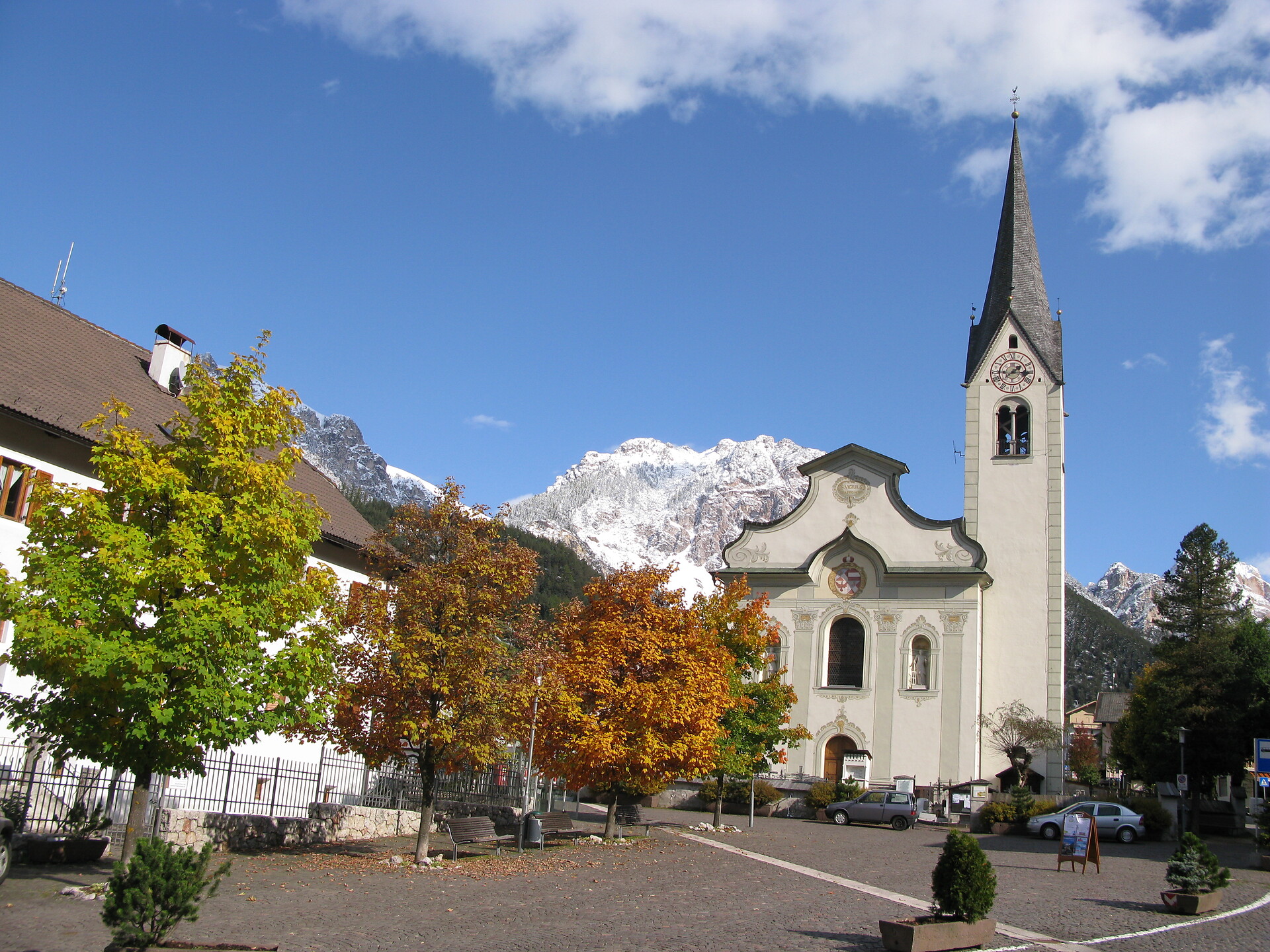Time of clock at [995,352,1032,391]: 1:38
